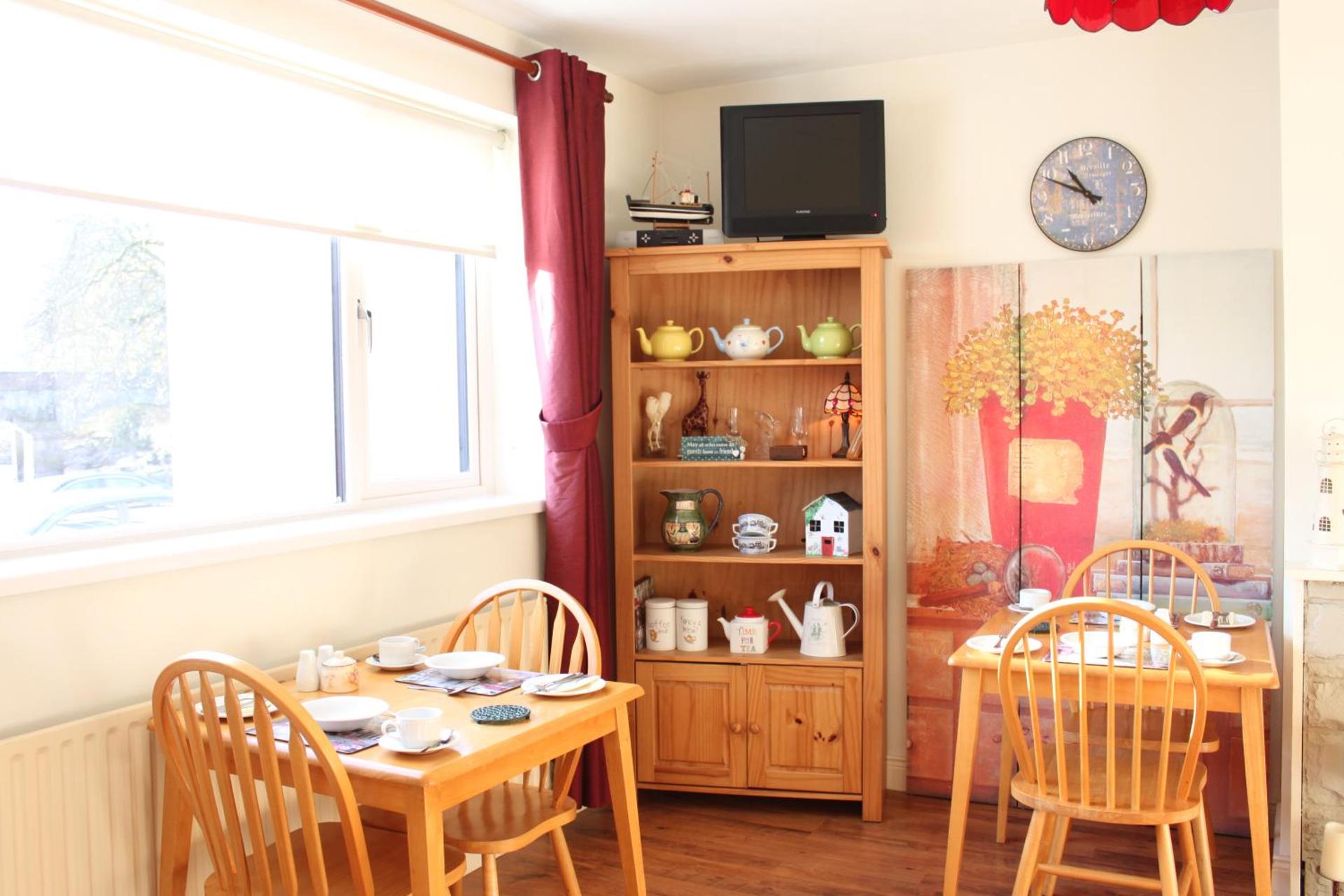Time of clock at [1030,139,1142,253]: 10:49
